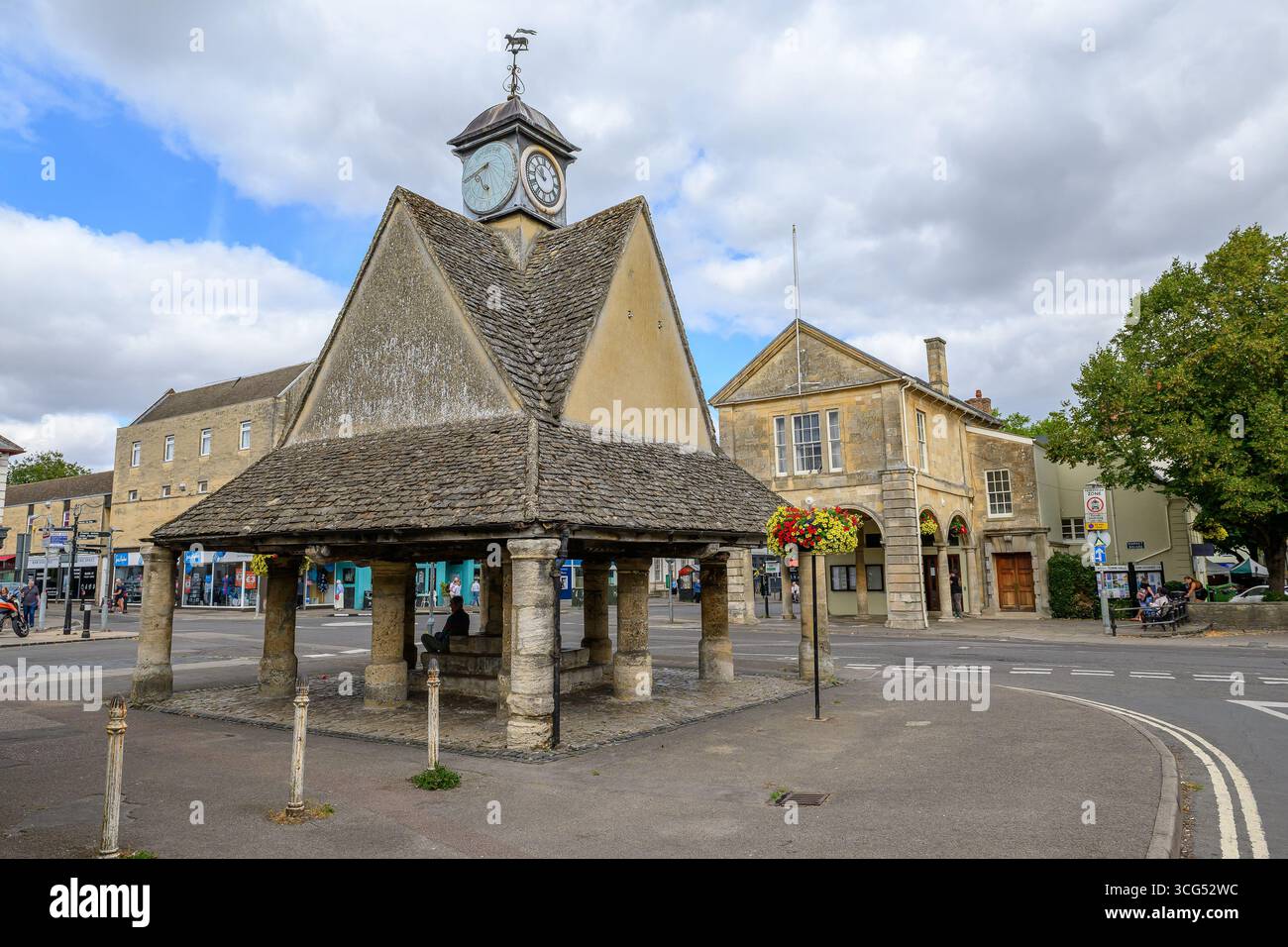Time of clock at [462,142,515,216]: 7:40
